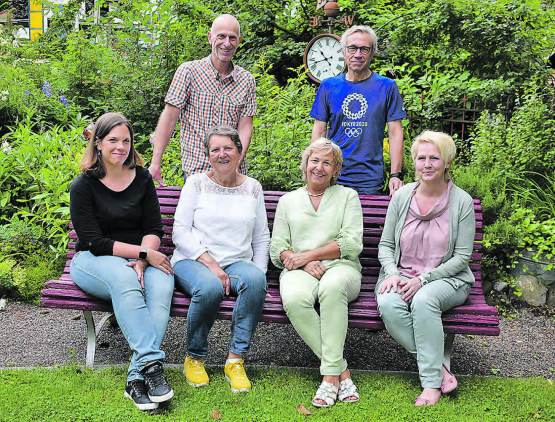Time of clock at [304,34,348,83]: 10:42
